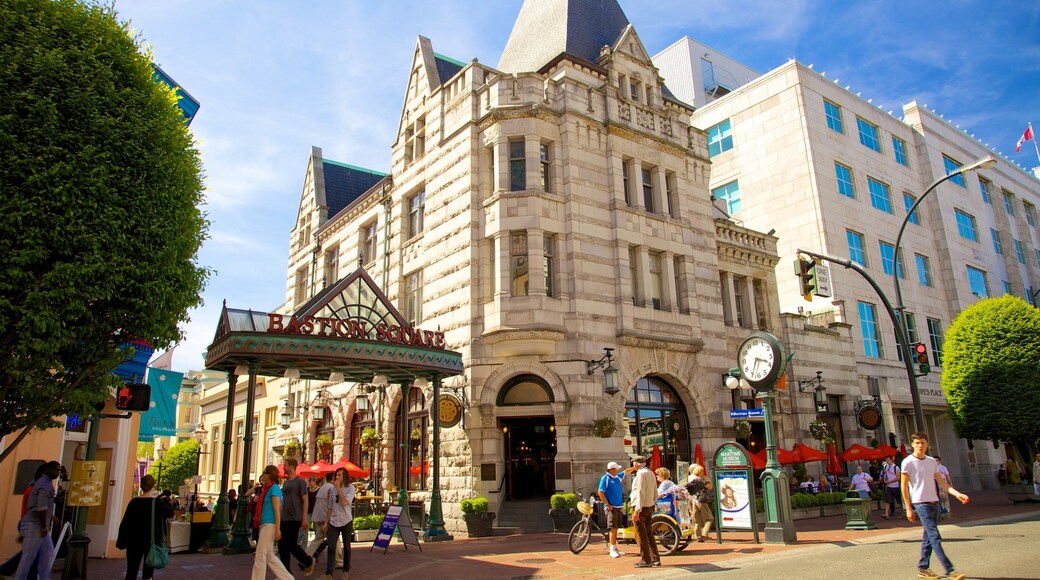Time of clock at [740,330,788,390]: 3:34
